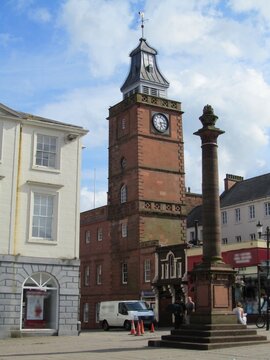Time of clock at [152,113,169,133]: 5:13
